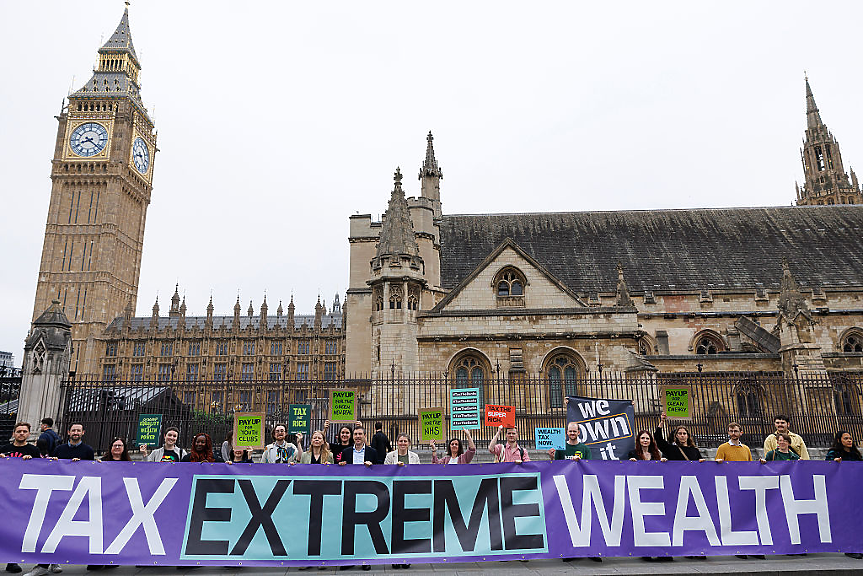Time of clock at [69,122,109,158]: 8:21
